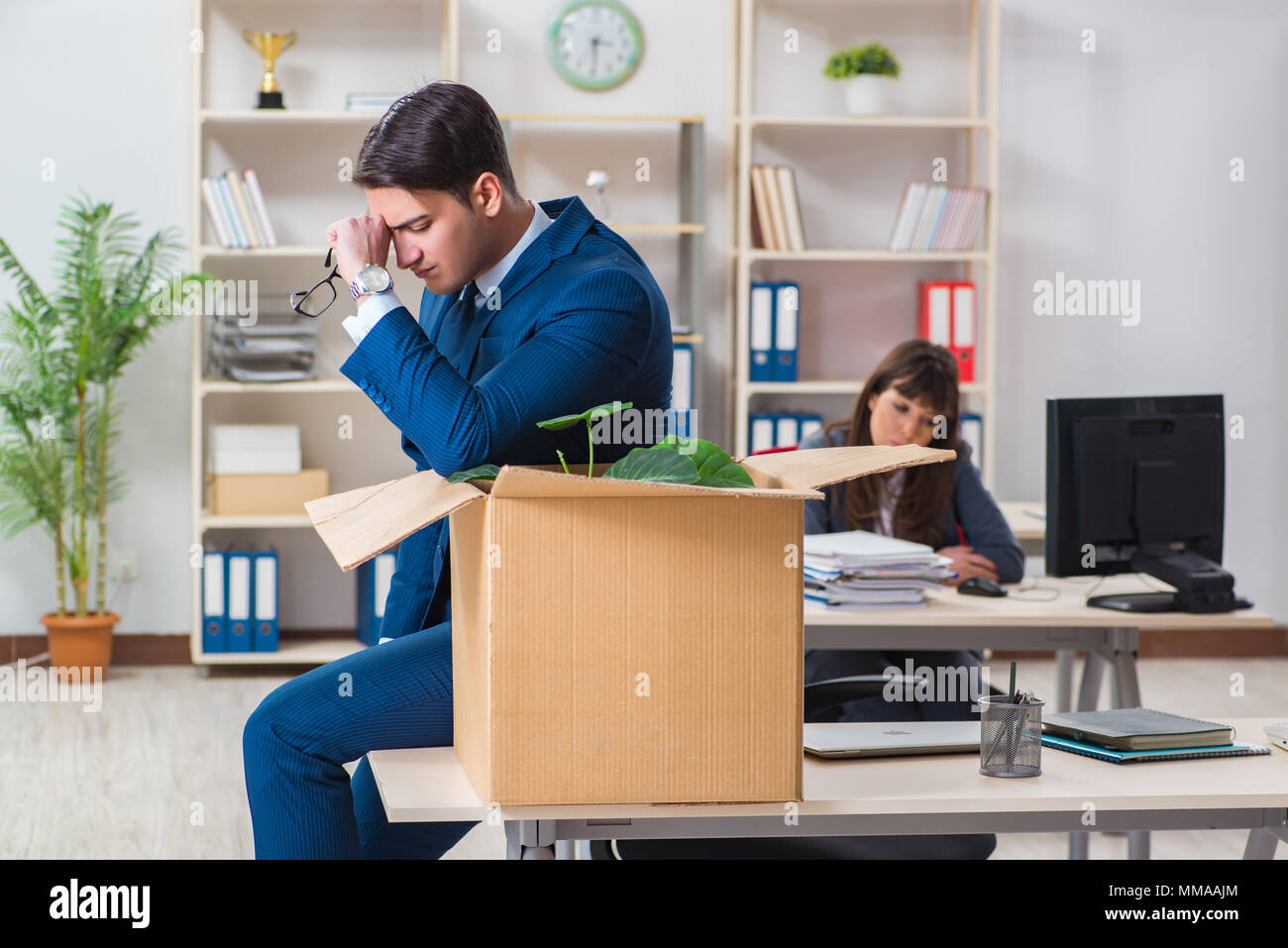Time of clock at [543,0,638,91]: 3:29
